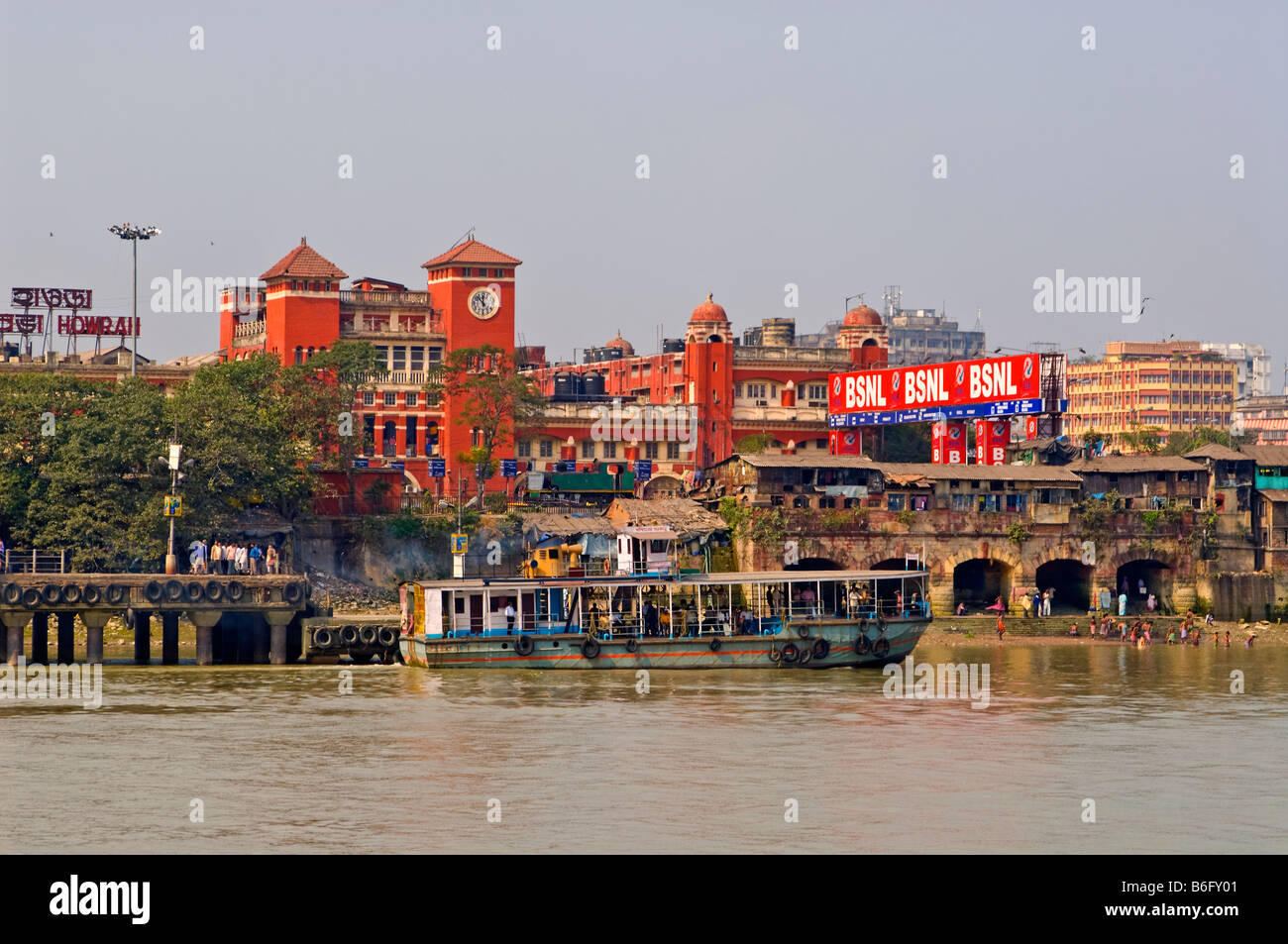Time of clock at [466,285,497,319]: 11:52
